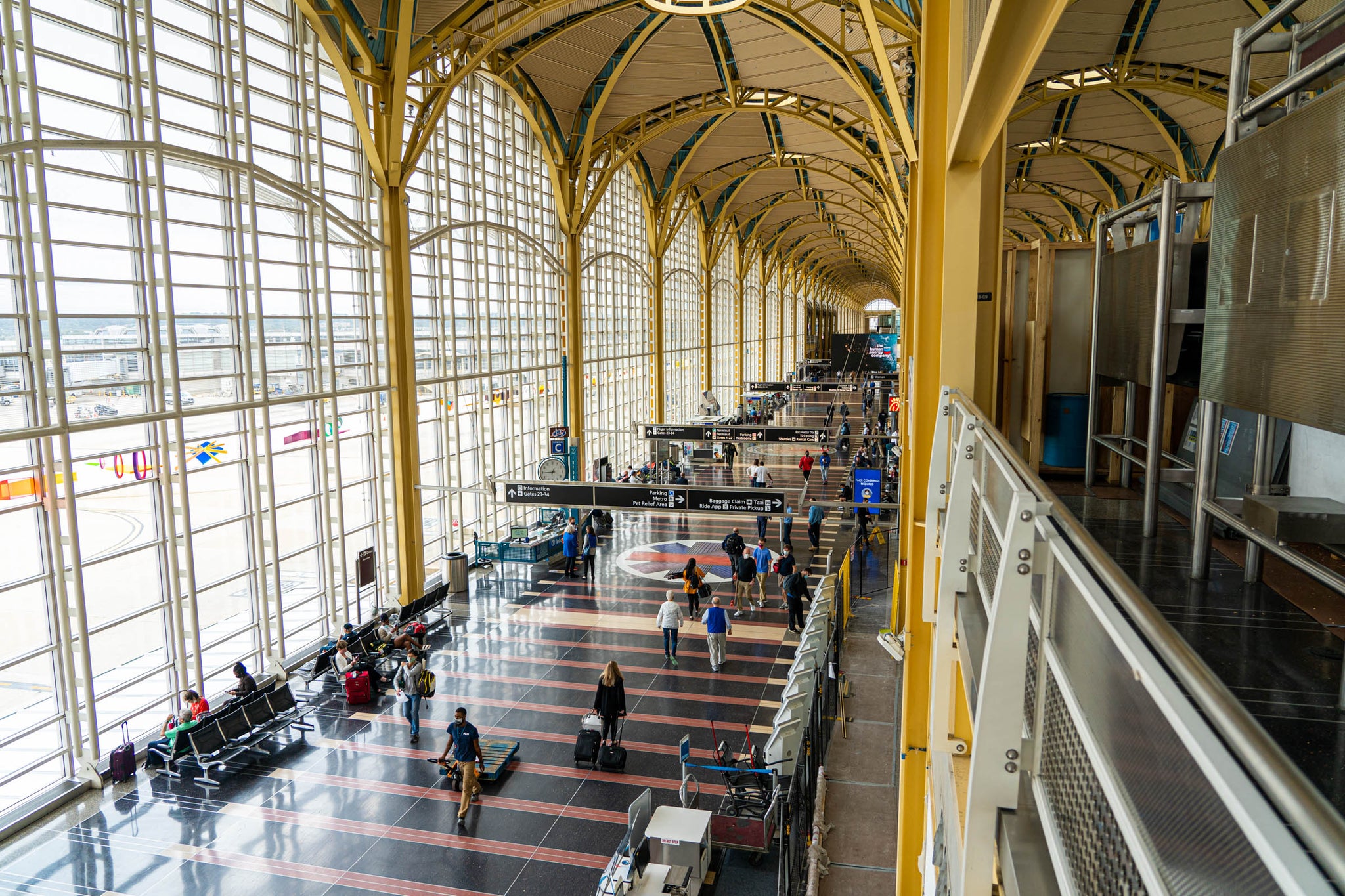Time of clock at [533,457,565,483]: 12:45
